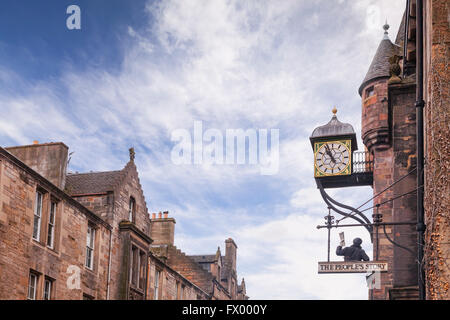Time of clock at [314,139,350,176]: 10:56
